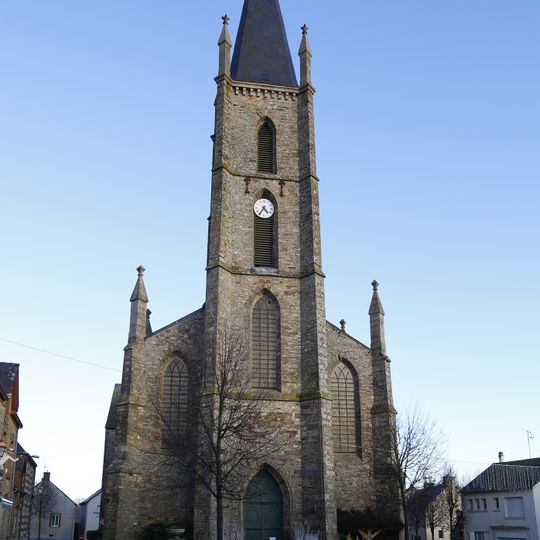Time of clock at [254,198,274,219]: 4:35
